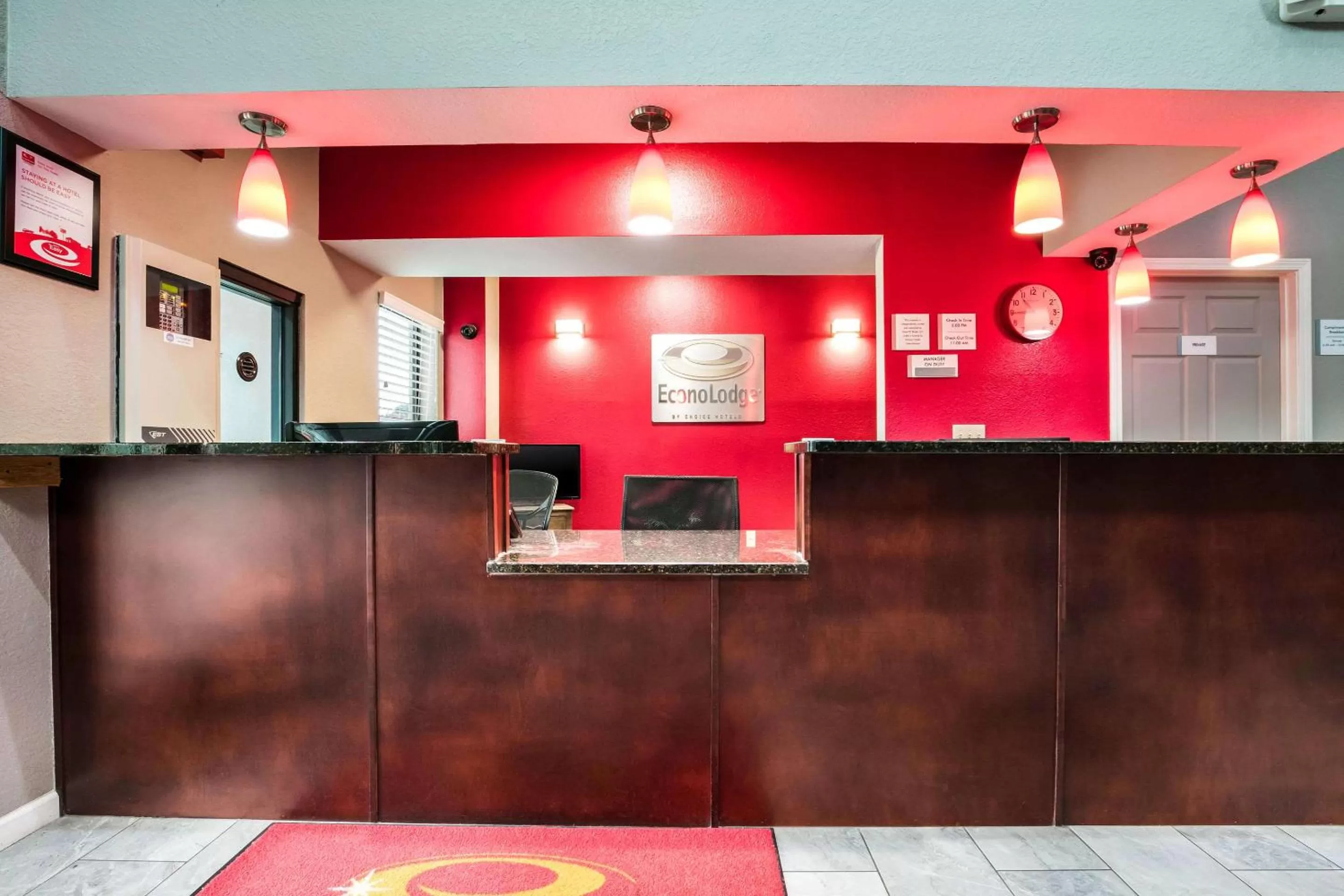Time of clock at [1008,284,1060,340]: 10:44
